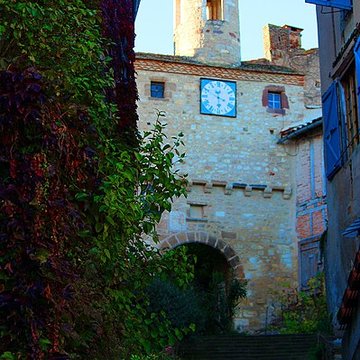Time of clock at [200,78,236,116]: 3:29
